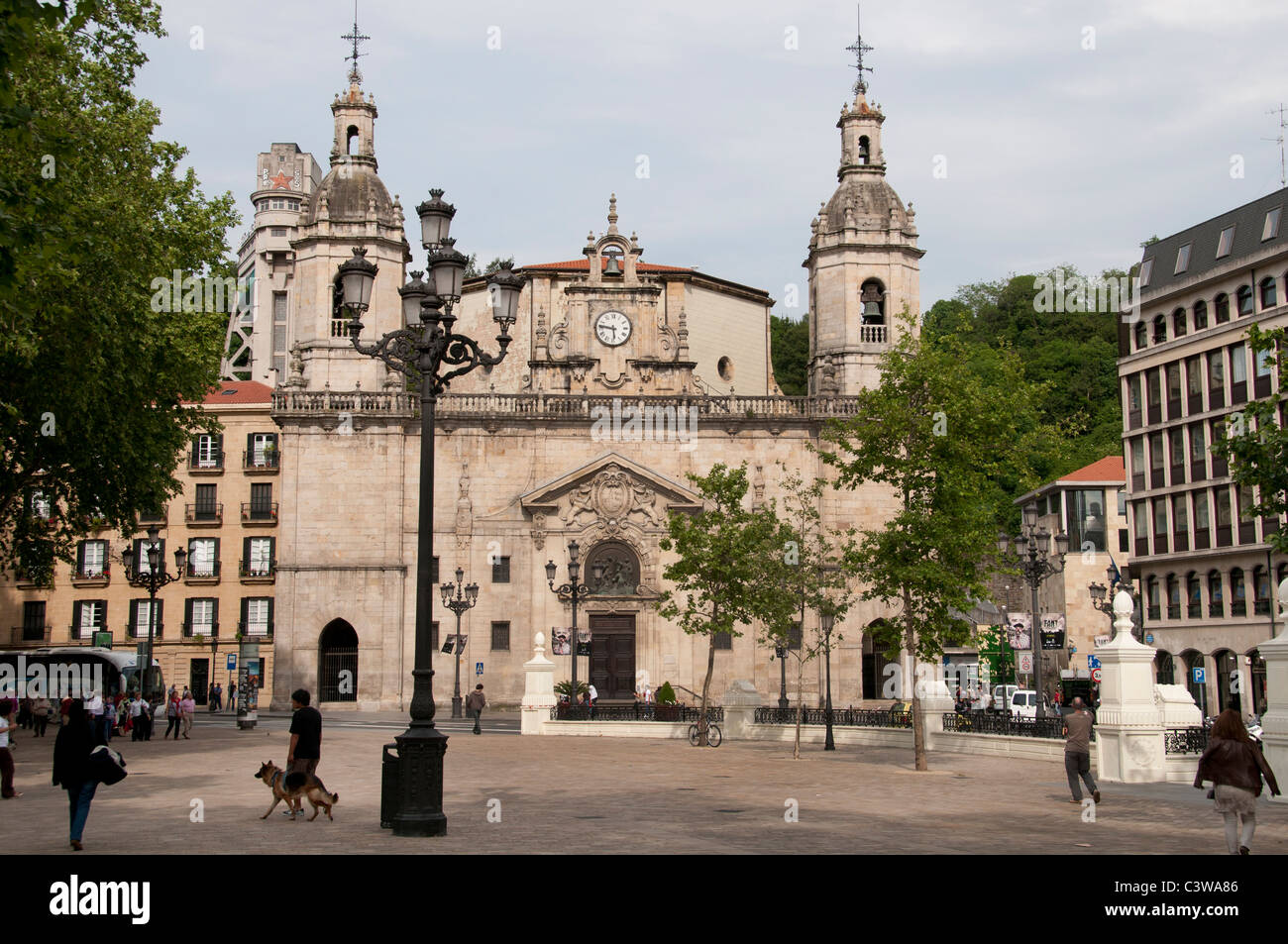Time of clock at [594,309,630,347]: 5:46
